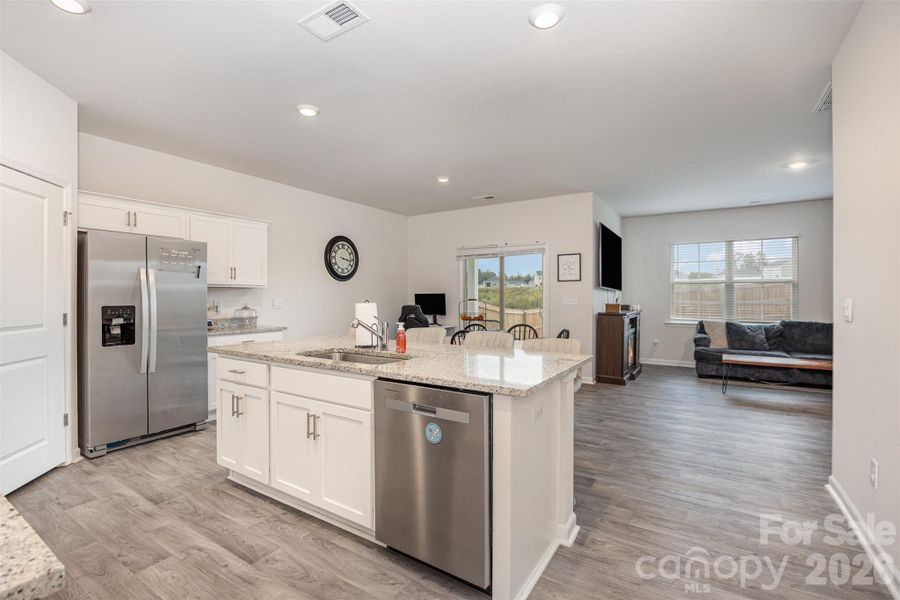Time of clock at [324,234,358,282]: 3:17
